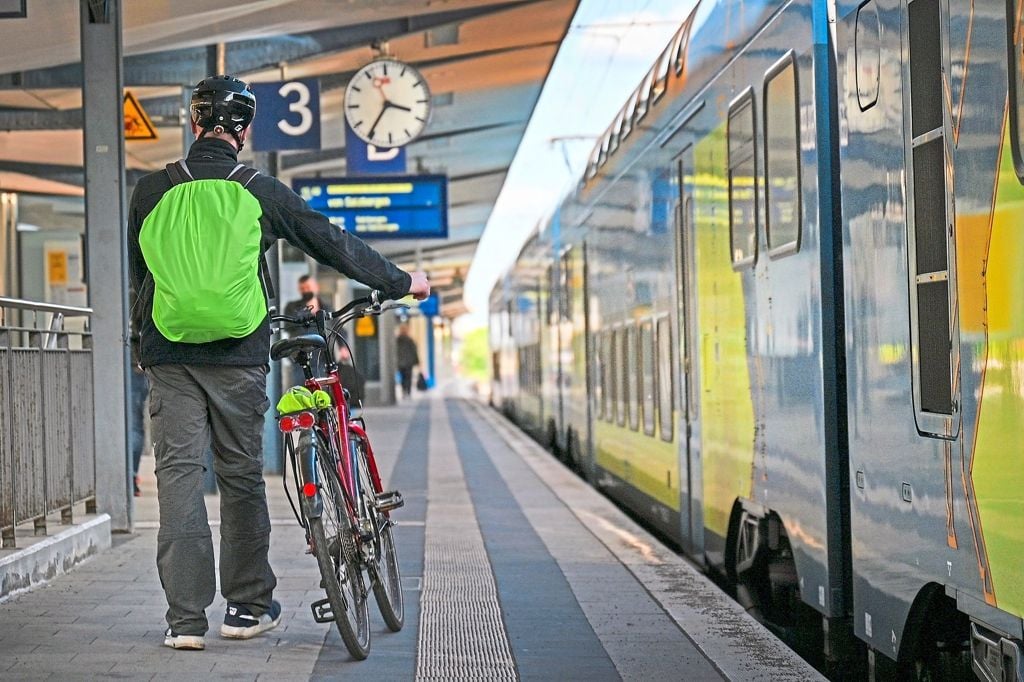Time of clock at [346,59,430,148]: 3:35
